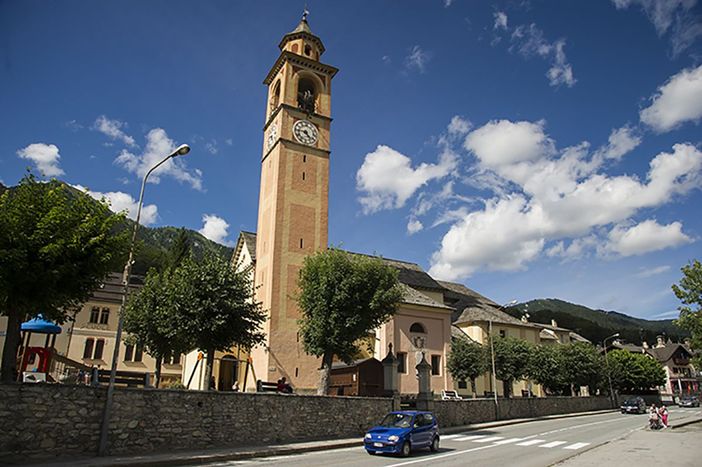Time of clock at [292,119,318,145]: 4:45
